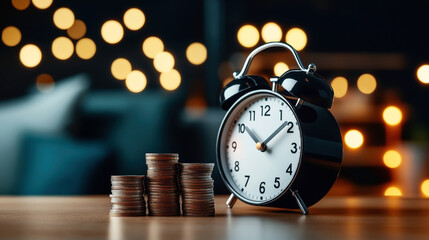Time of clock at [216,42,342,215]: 10:08
